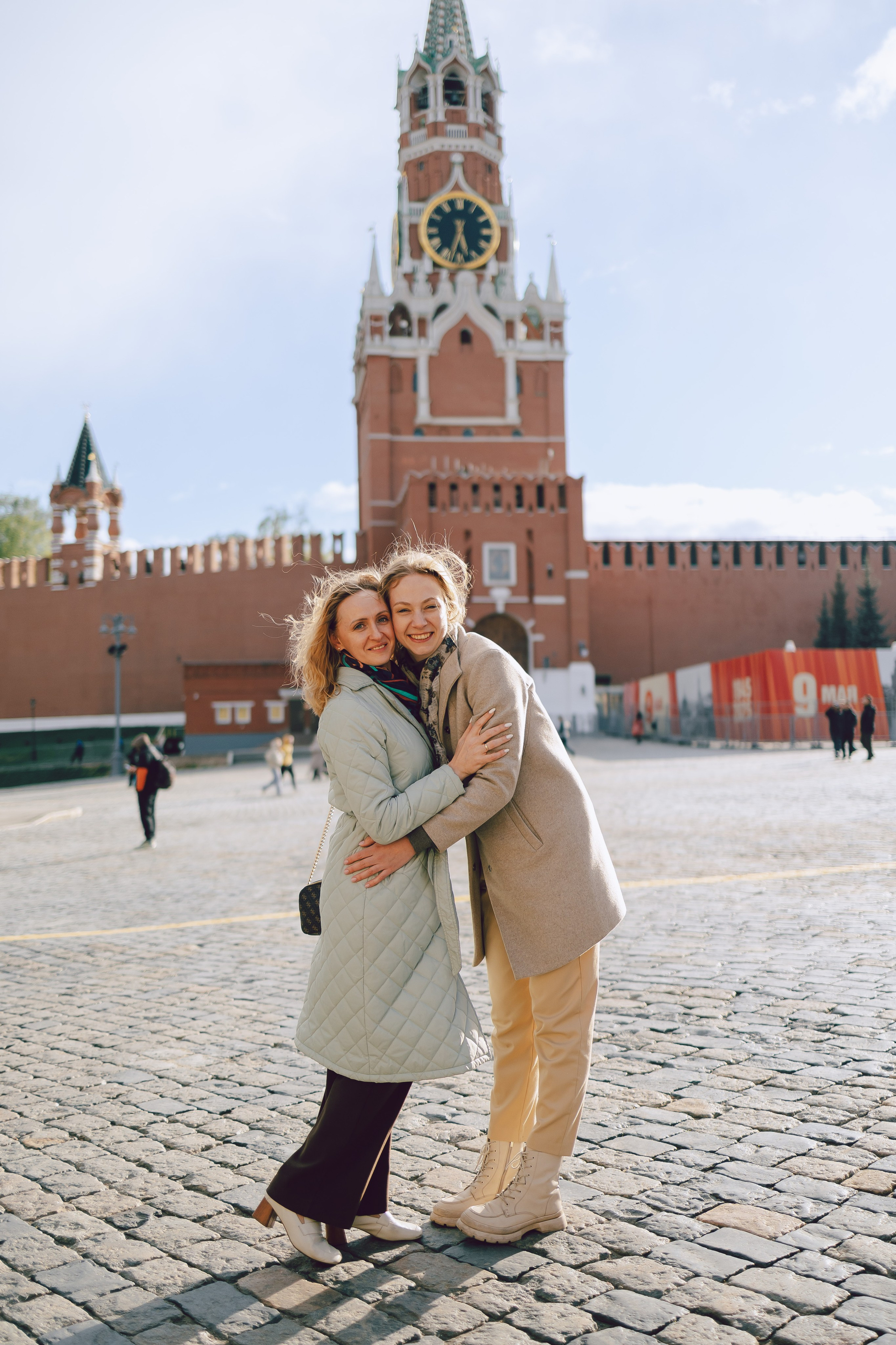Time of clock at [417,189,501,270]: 5:32
